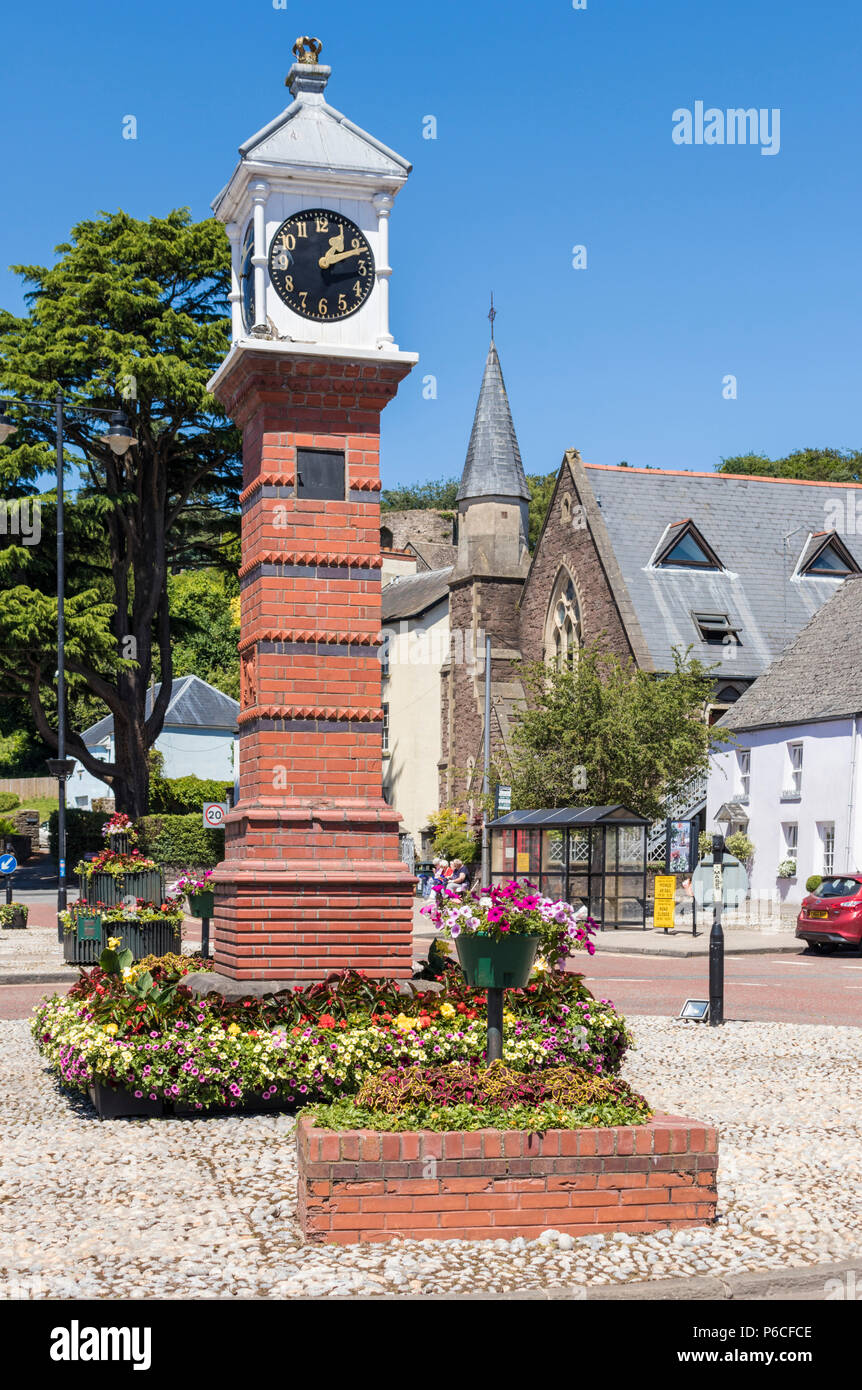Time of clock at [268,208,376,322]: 1:11
